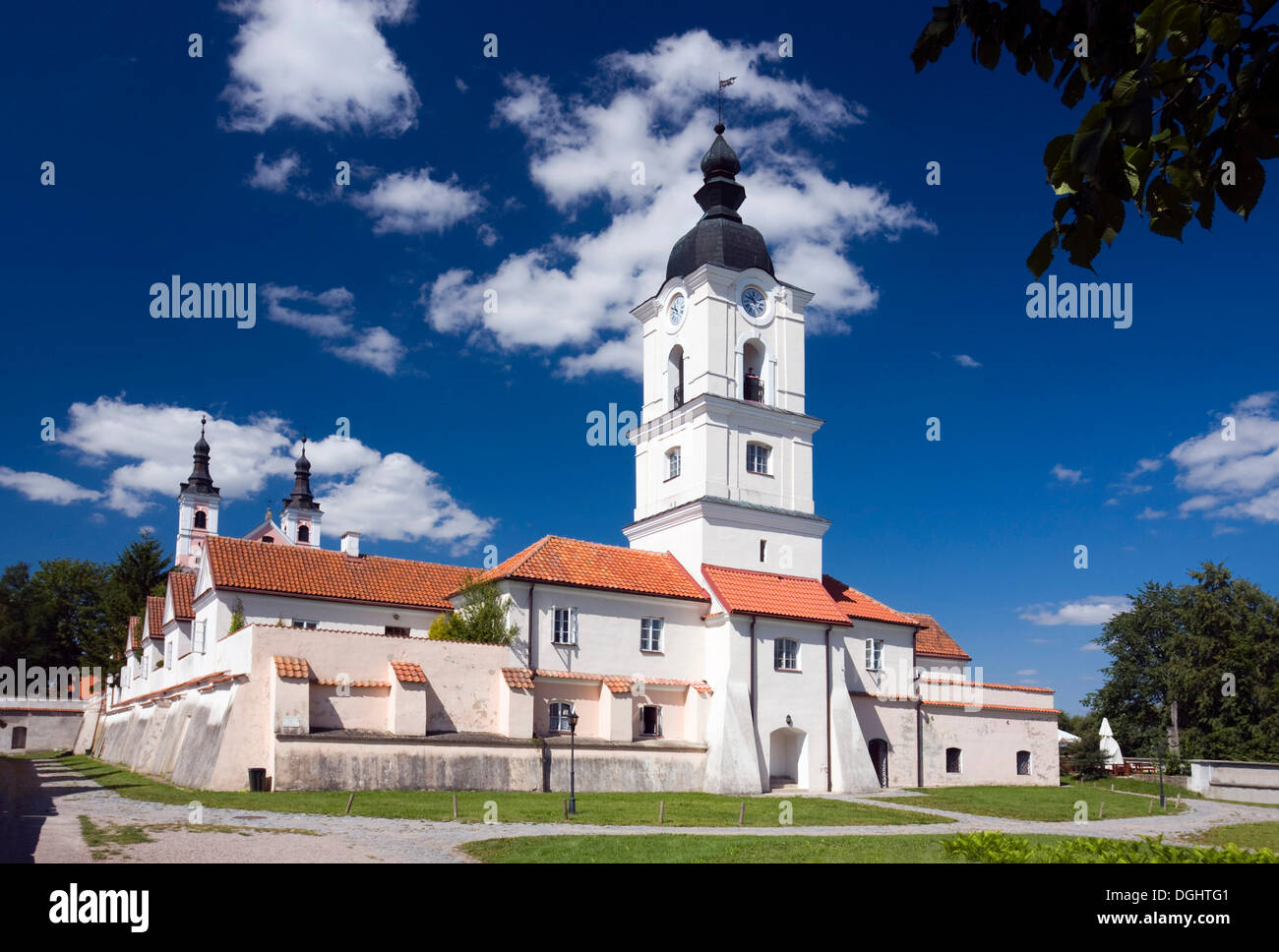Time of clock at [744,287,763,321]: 10:48
